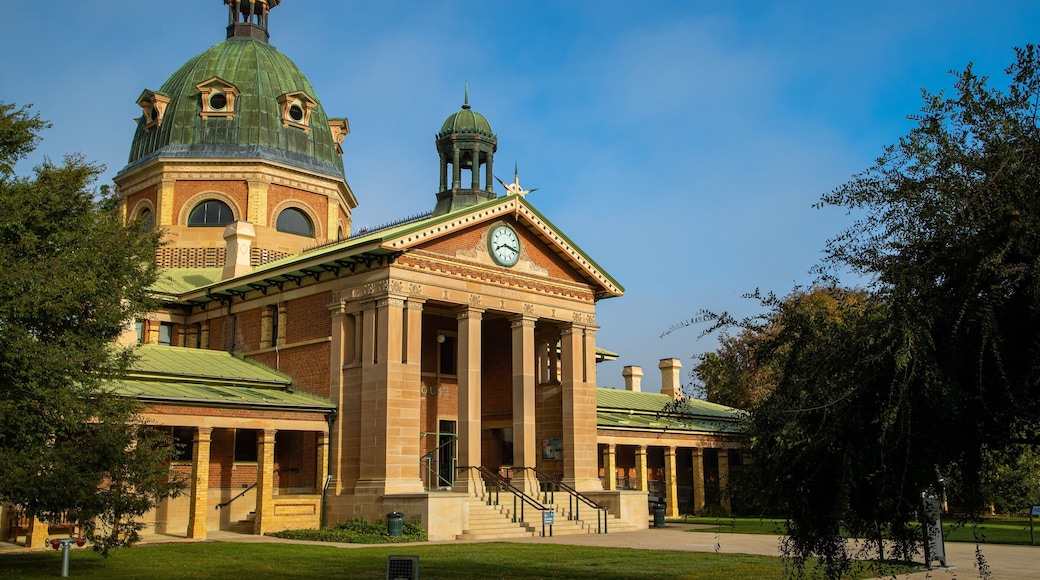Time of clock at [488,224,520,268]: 8:17
